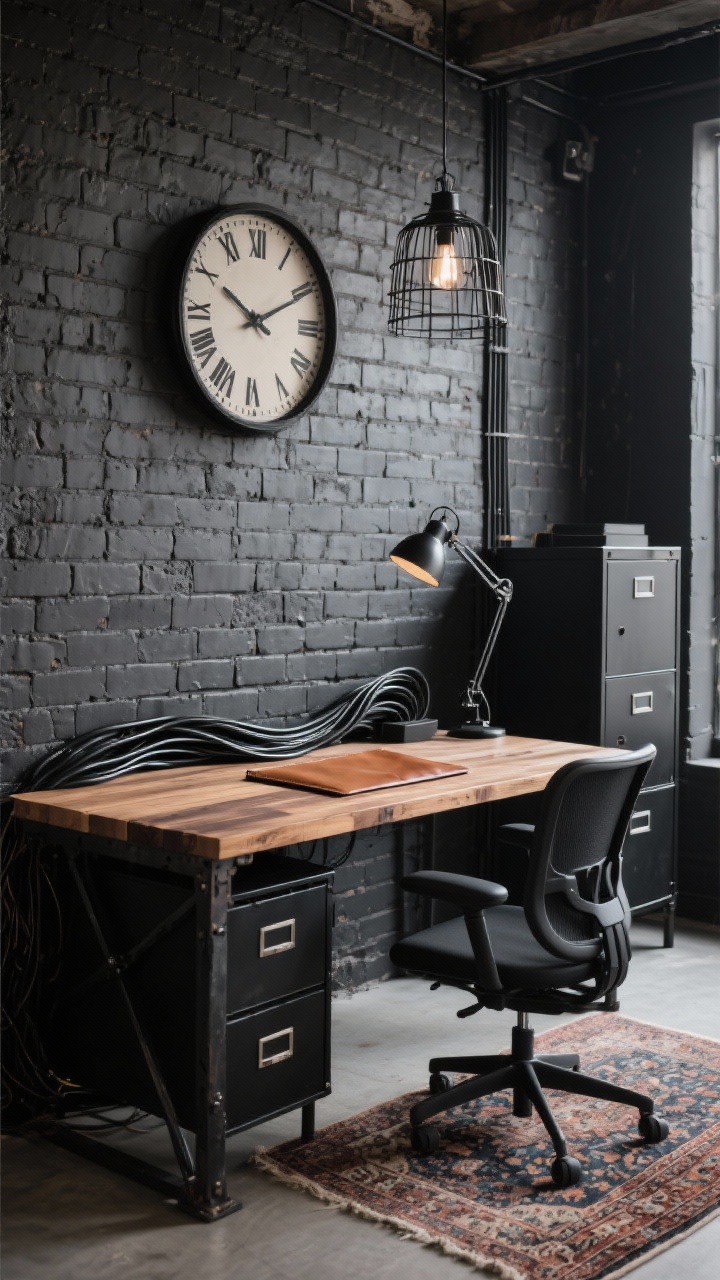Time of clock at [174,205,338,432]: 10:10
